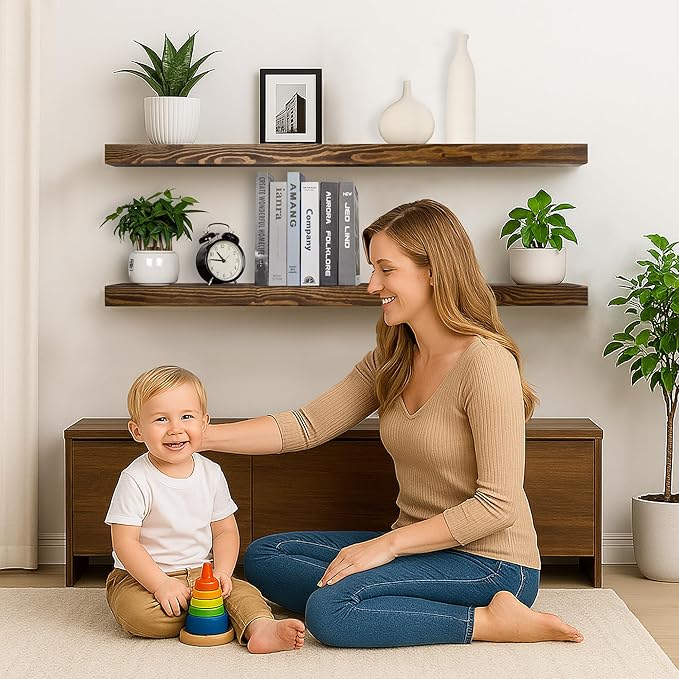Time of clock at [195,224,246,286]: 10:45
